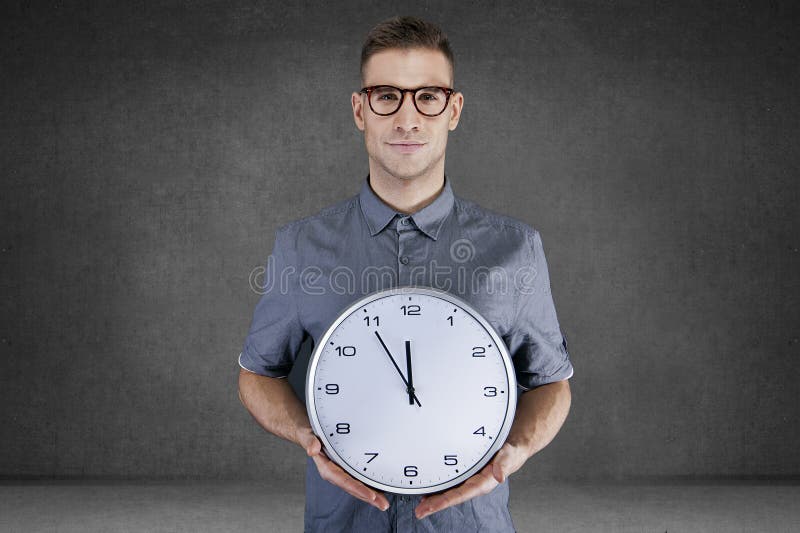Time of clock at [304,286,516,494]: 11:54
